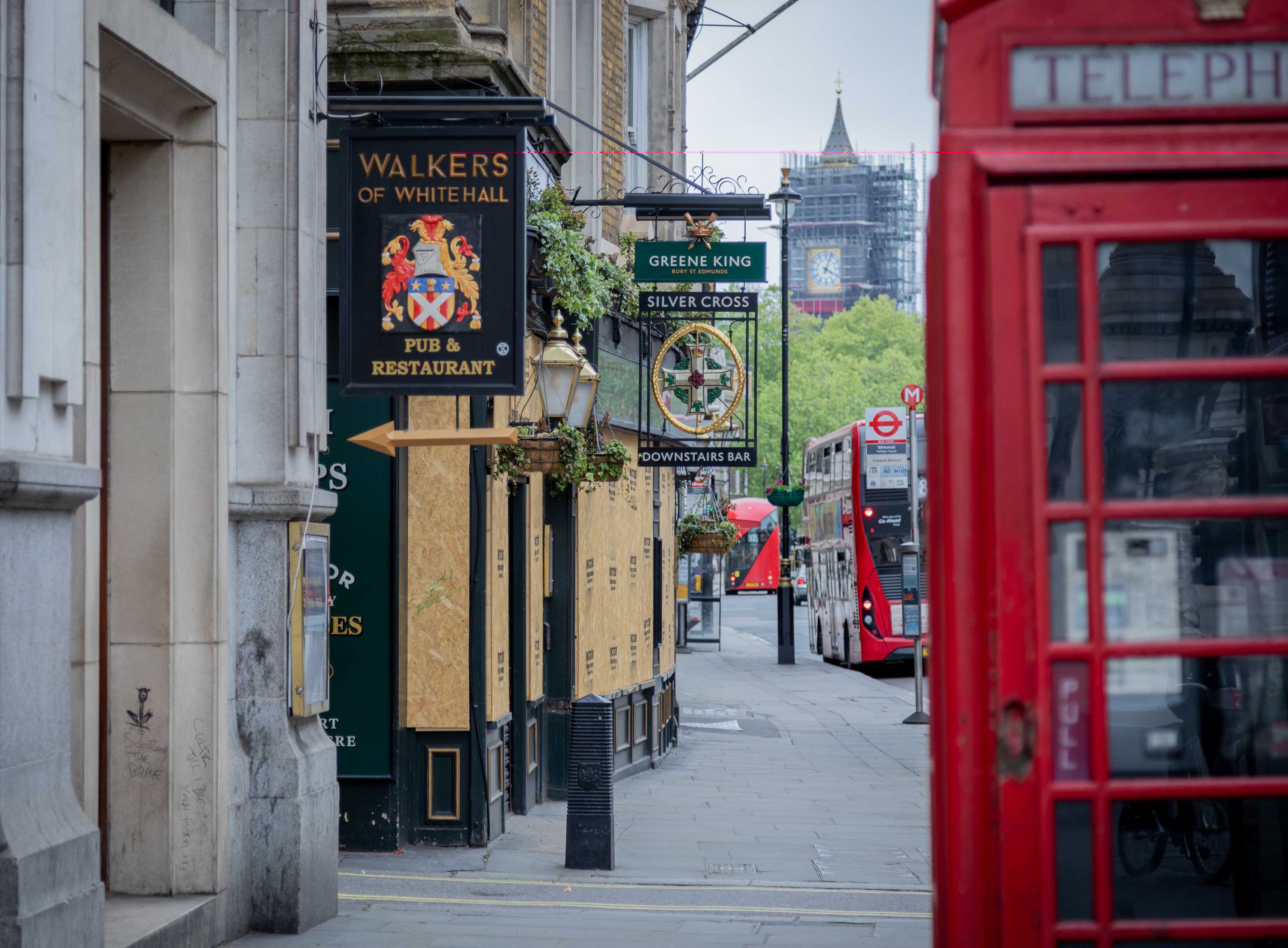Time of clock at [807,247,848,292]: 4:03
